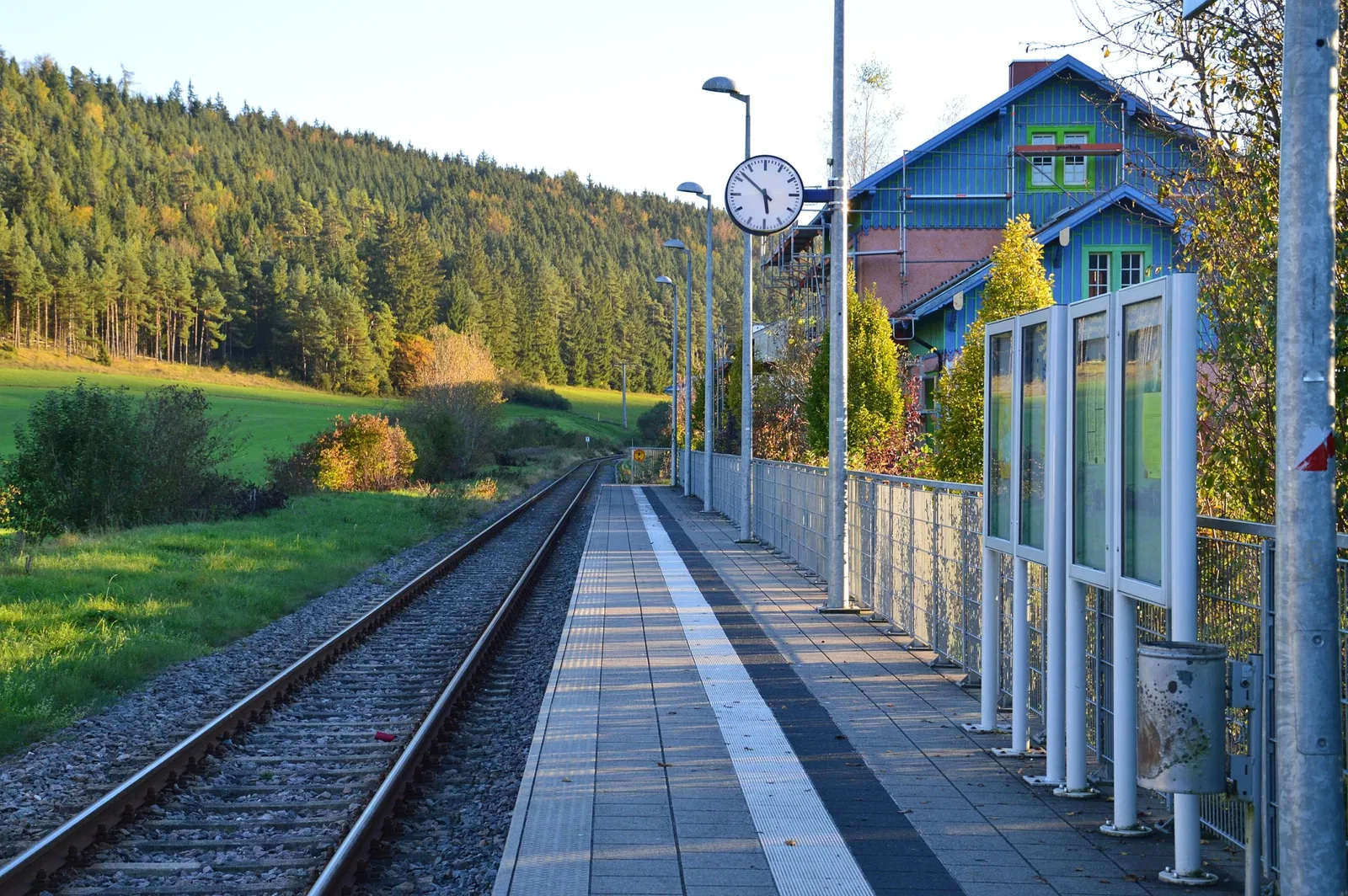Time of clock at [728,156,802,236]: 5:51
